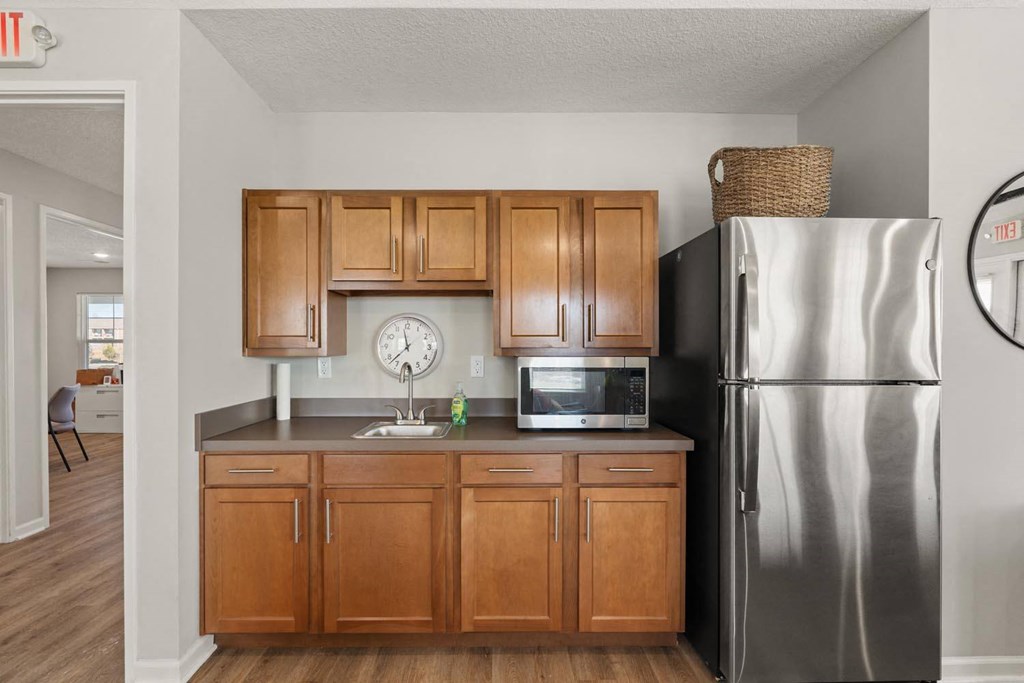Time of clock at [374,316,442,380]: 11:37
